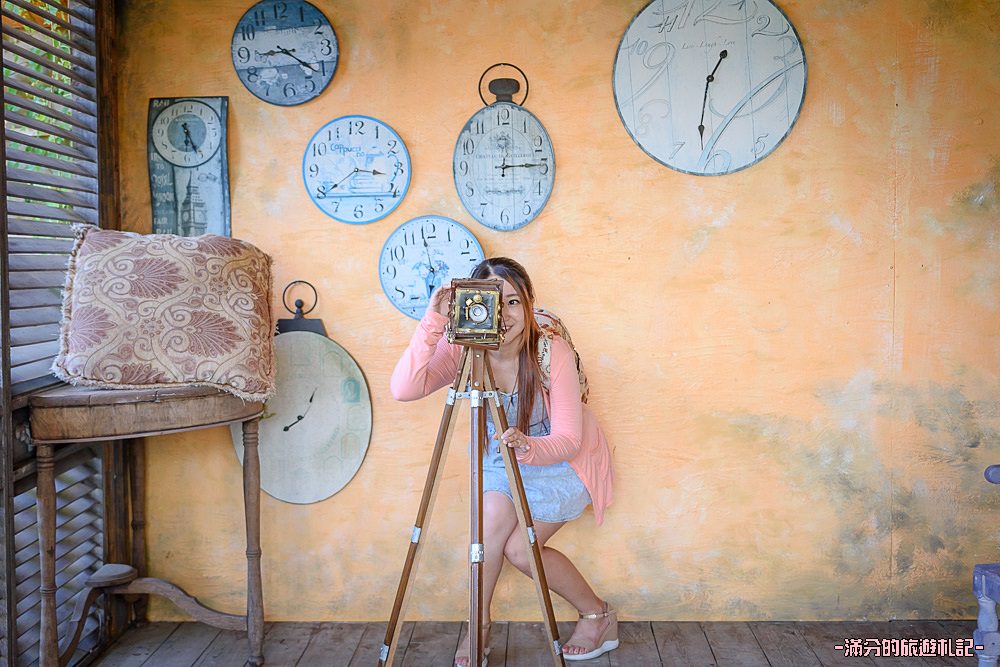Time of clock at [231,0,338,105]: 8:21
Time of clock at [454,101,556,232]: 12:14
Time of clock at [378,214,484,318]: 6:58
